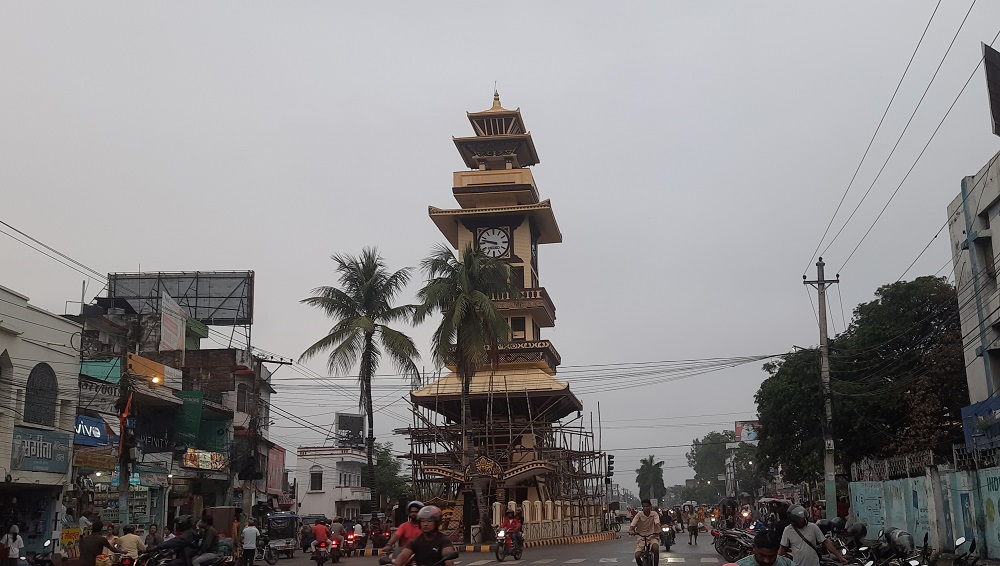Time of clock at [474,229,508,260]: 9:47
